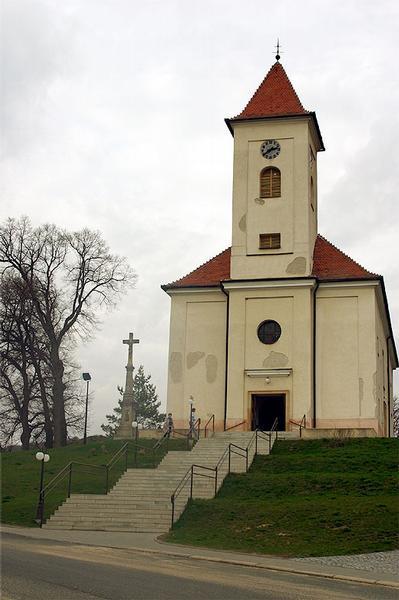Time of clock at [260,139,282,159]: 2:39
